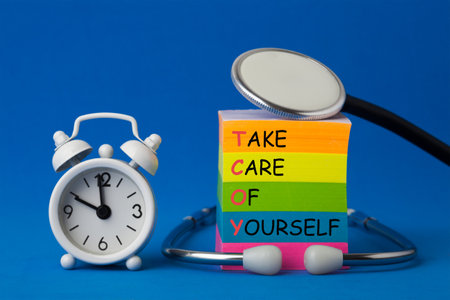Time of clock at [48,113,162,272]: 11:49
